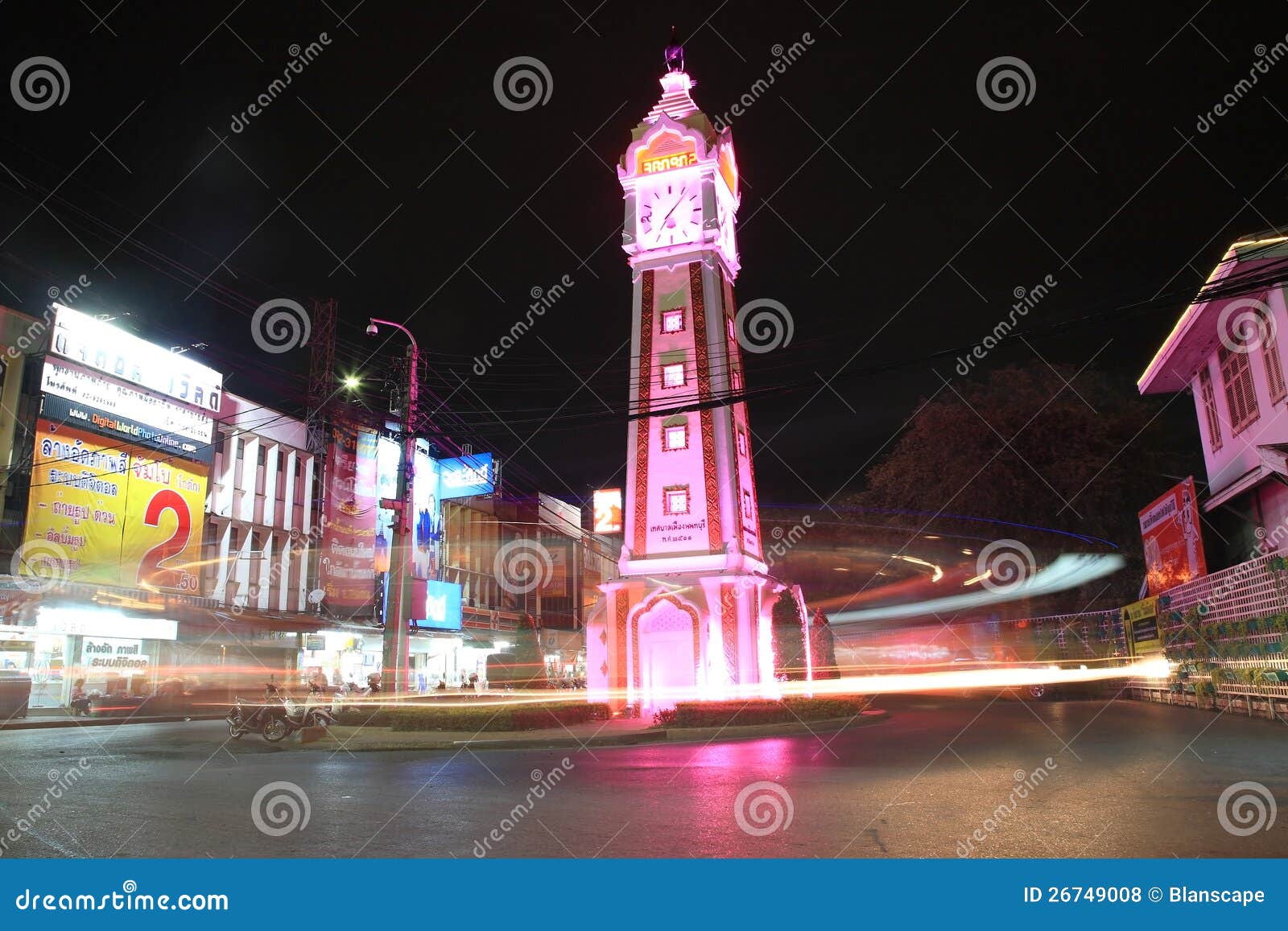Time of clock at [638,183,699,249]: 7:07
